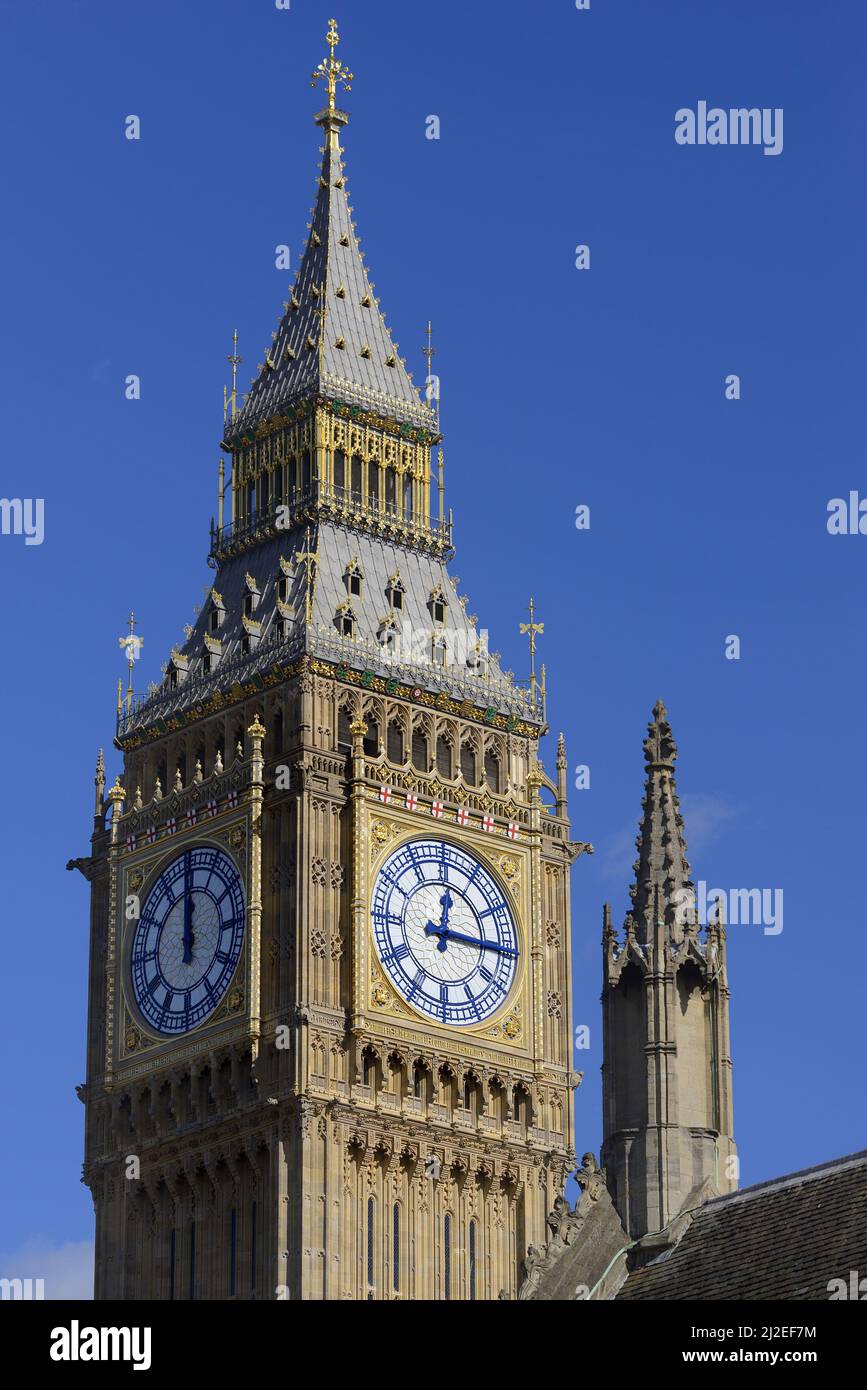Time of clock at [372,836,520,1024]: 12:15
